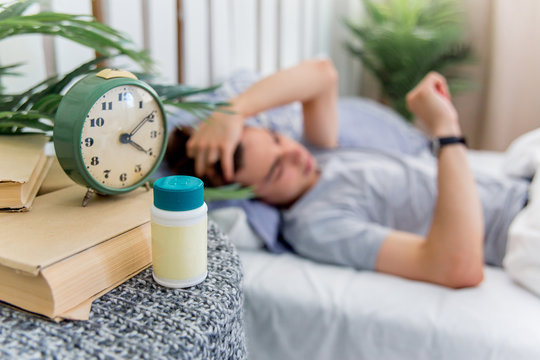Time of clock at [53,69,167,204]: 4:09
